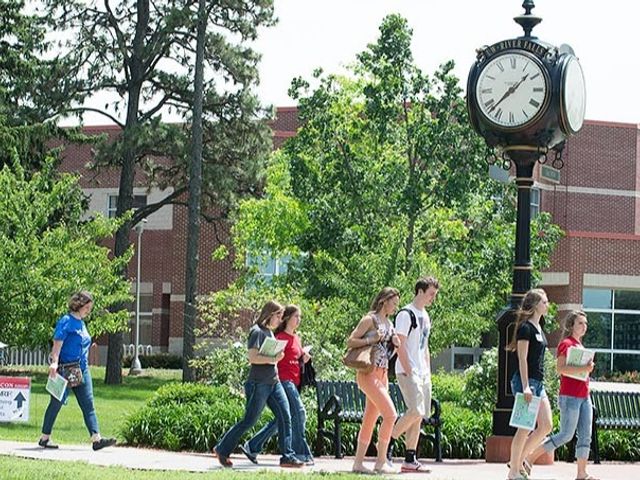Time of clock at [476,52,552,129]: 1:37
